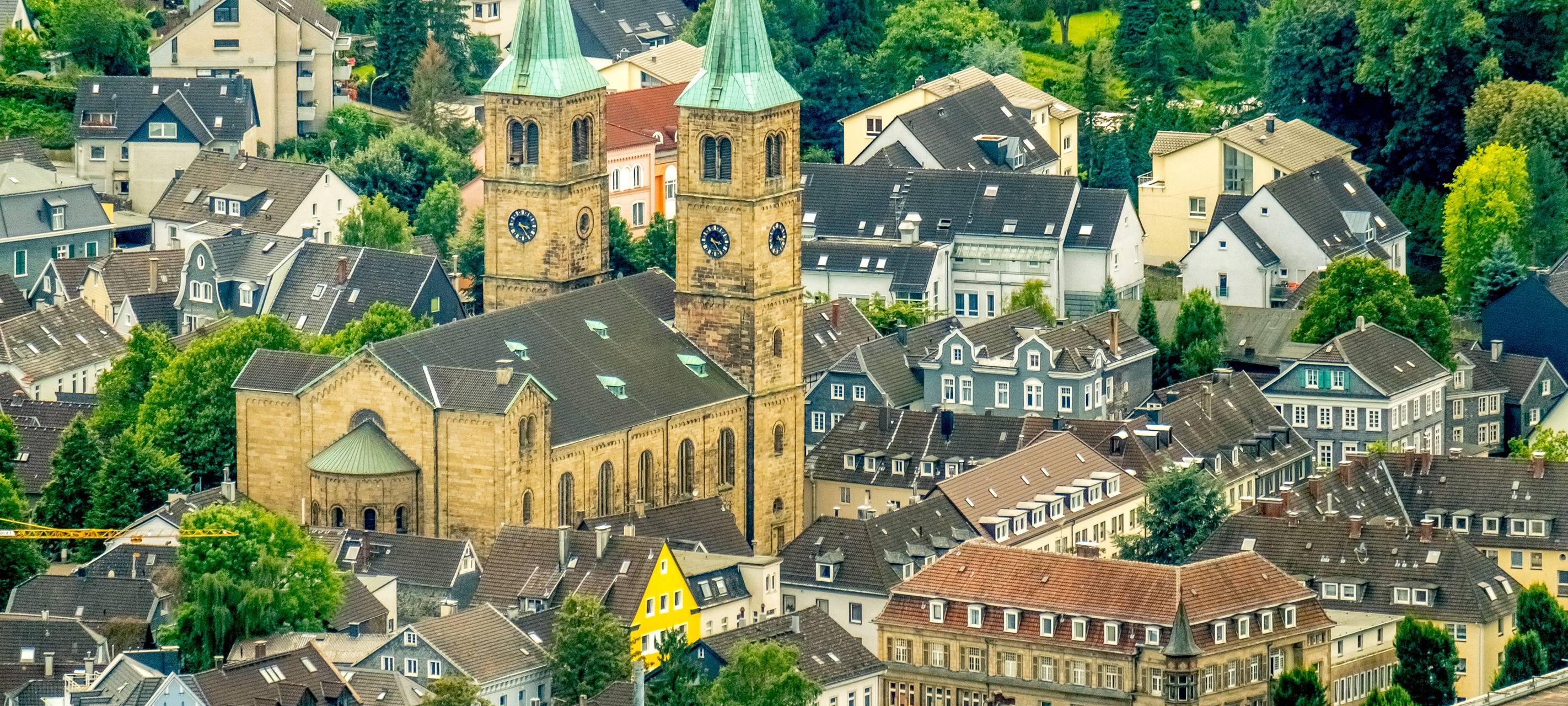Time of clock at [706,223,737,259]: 3:24
